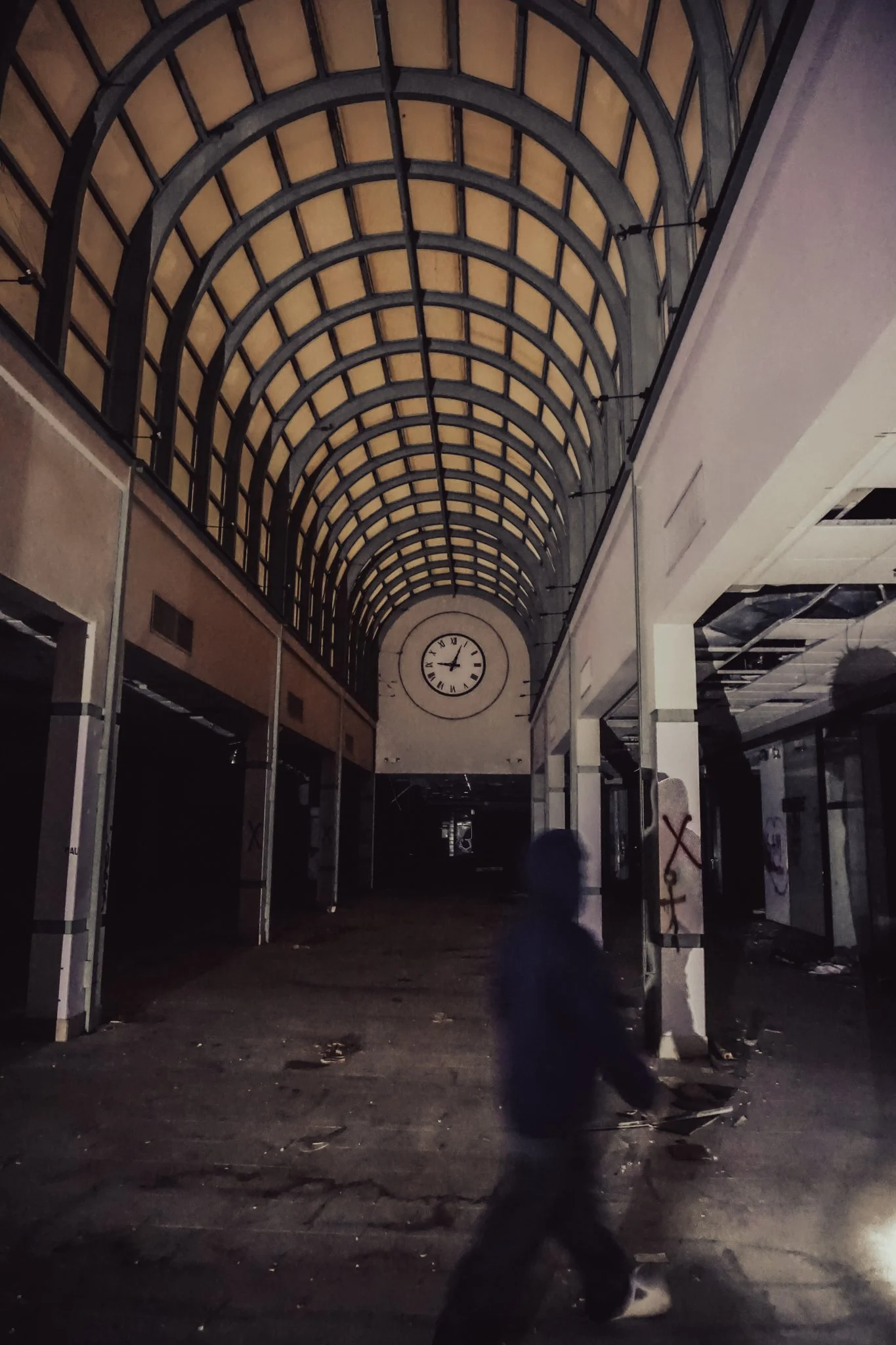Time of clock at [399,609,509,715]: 9:03
